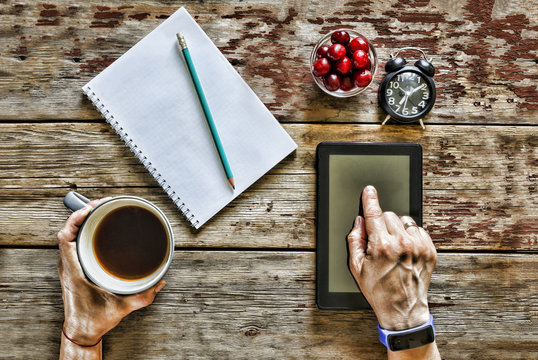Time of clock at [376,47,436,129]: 7:09
